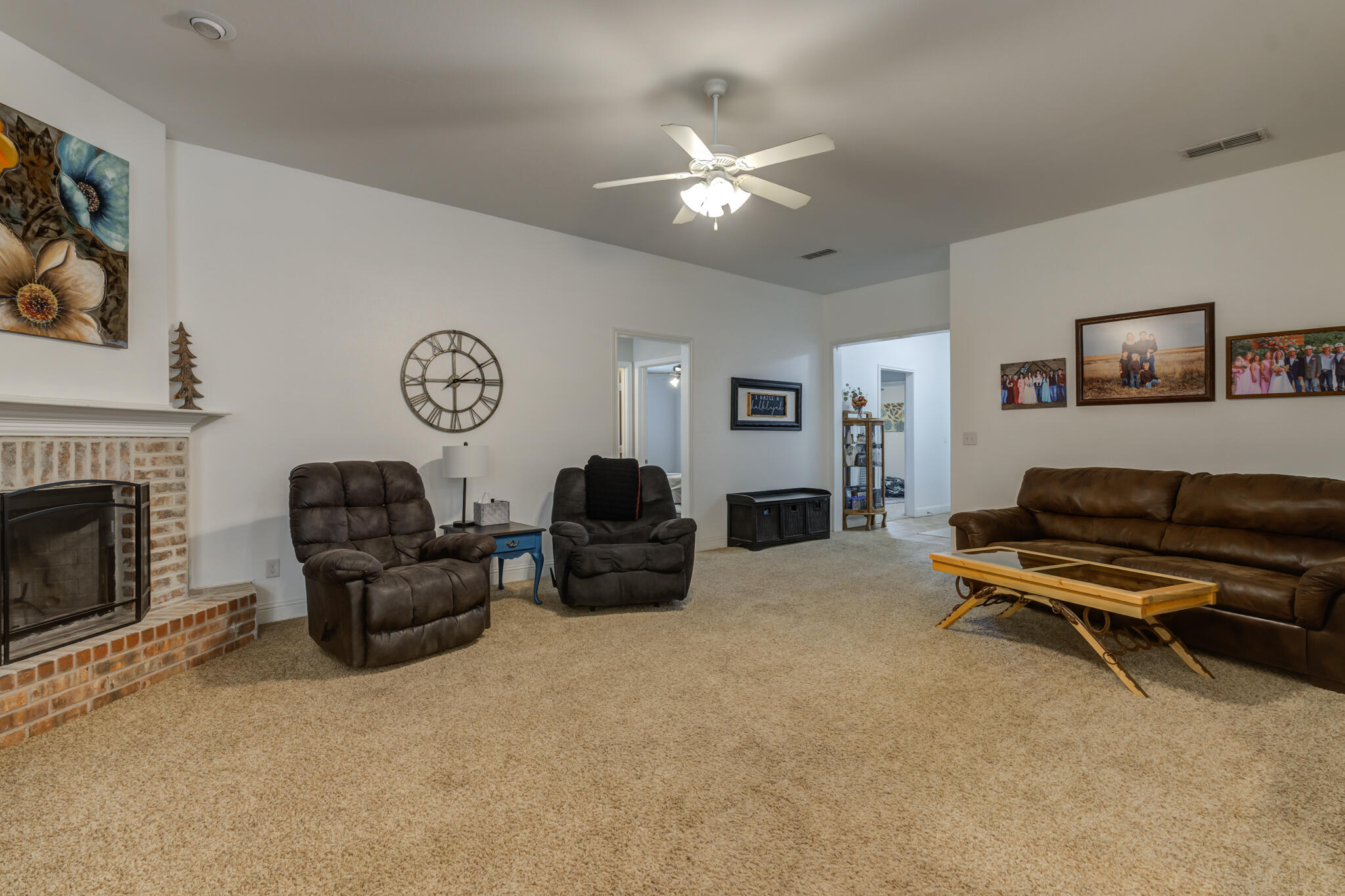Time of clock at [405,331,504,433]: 2:59
